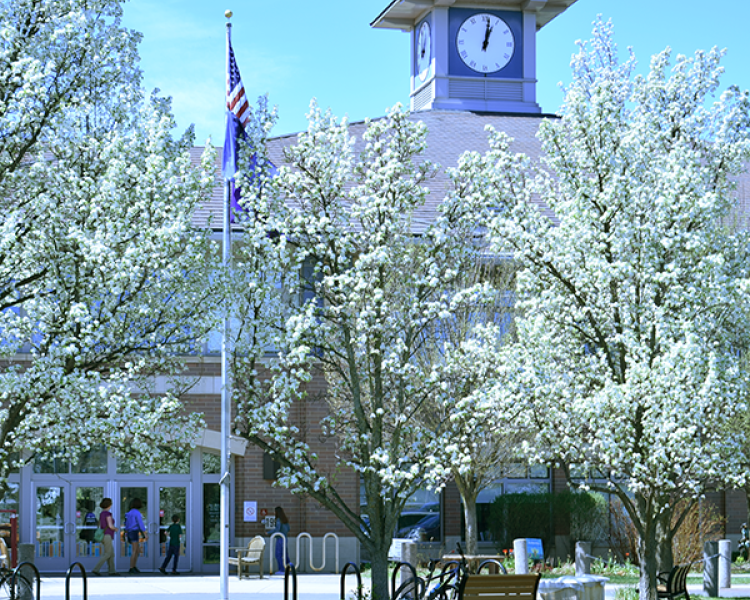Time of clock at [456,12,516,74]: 1:01
